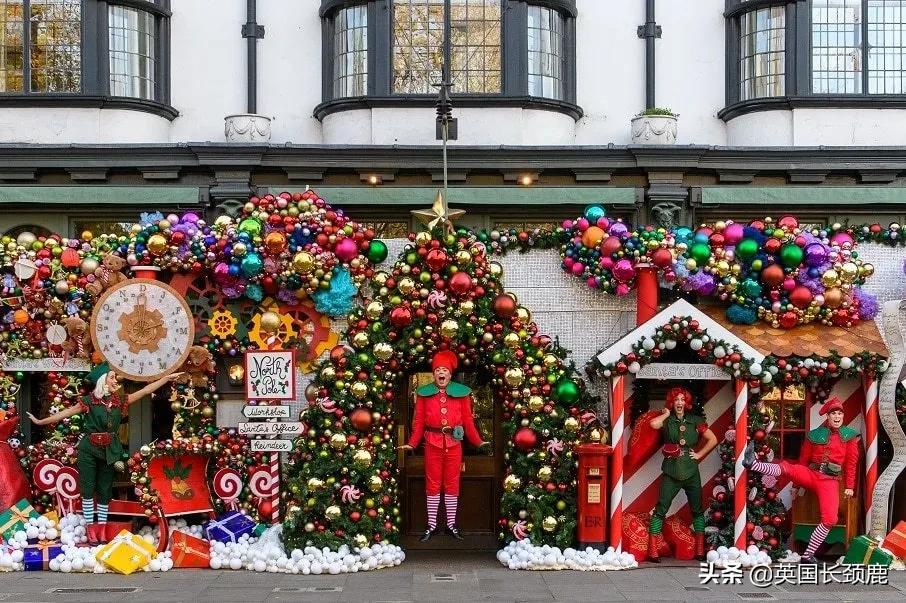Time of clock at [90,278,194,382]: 12:12
